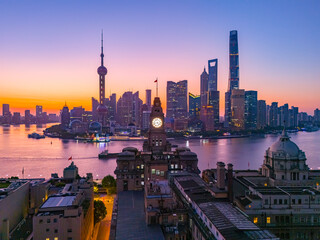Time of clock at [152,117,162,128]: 4:42
